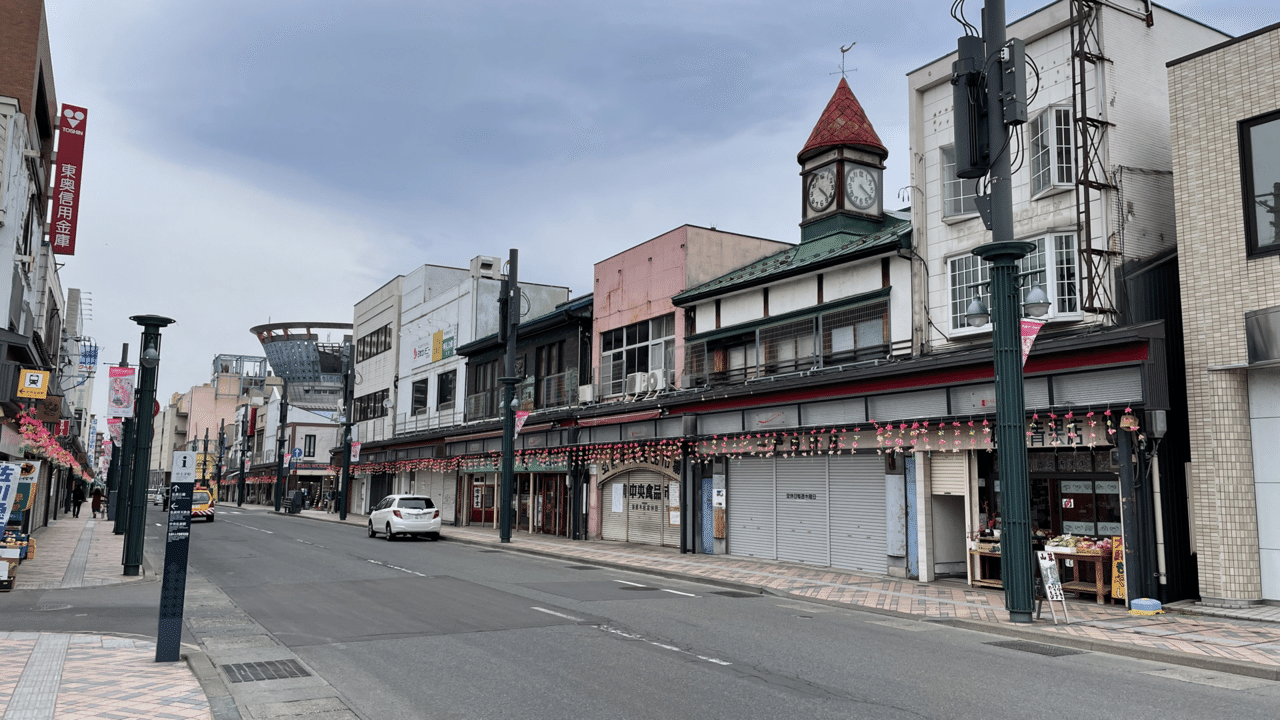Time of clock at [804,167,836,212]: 4:22
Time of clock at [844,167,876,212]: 4:20
